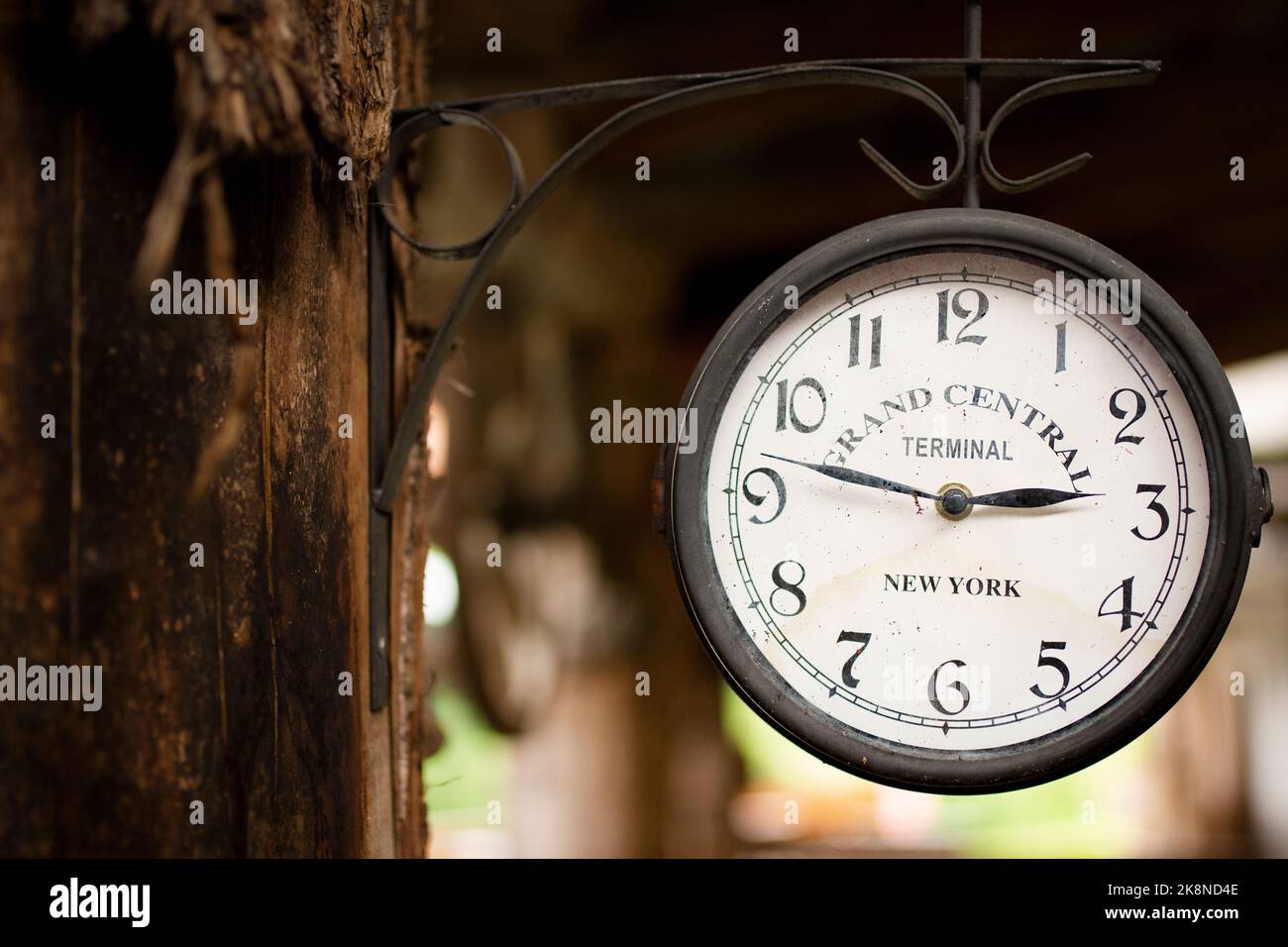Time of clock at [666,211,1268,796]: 2:46
